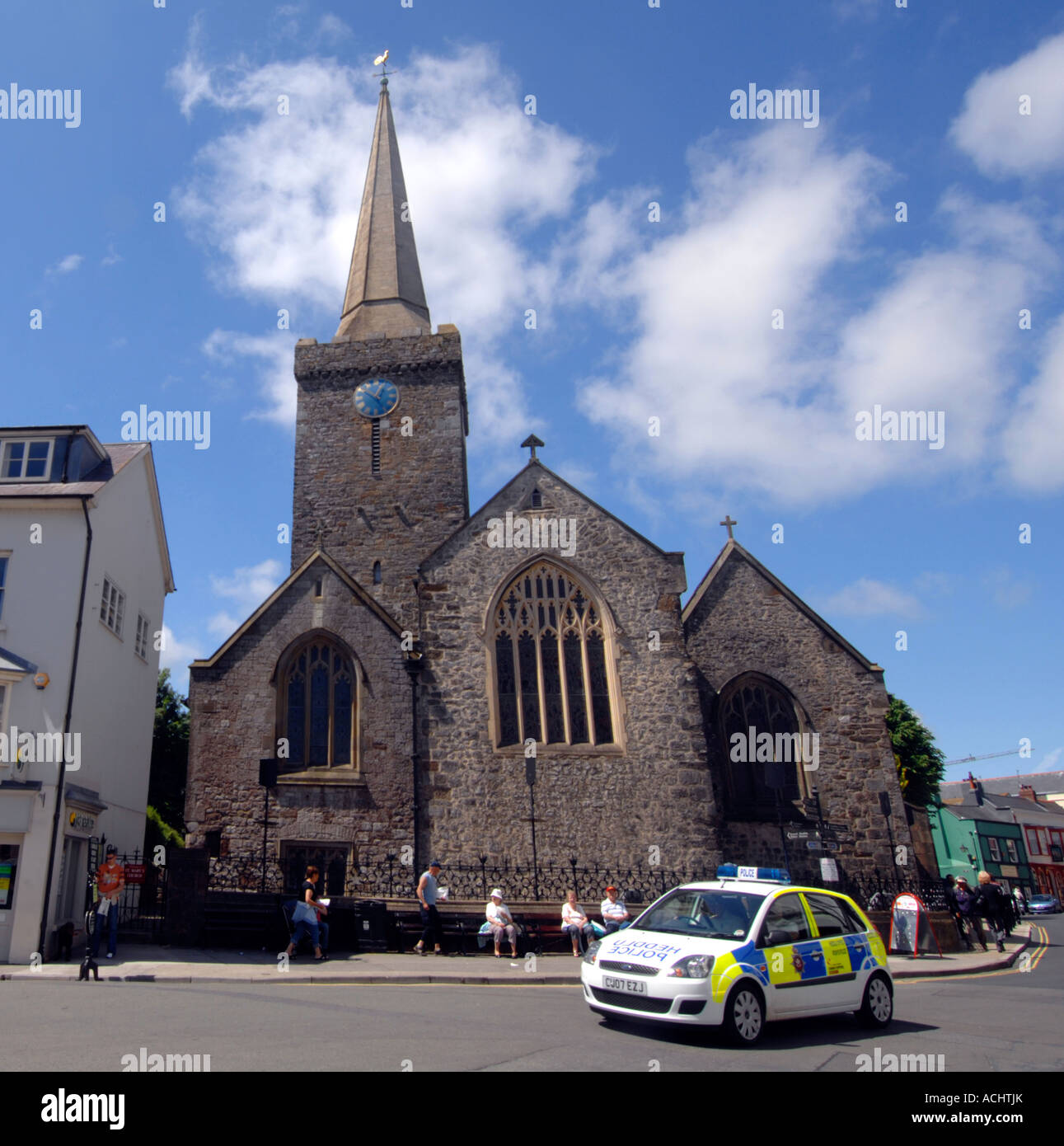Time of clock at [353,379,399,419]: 12:50
